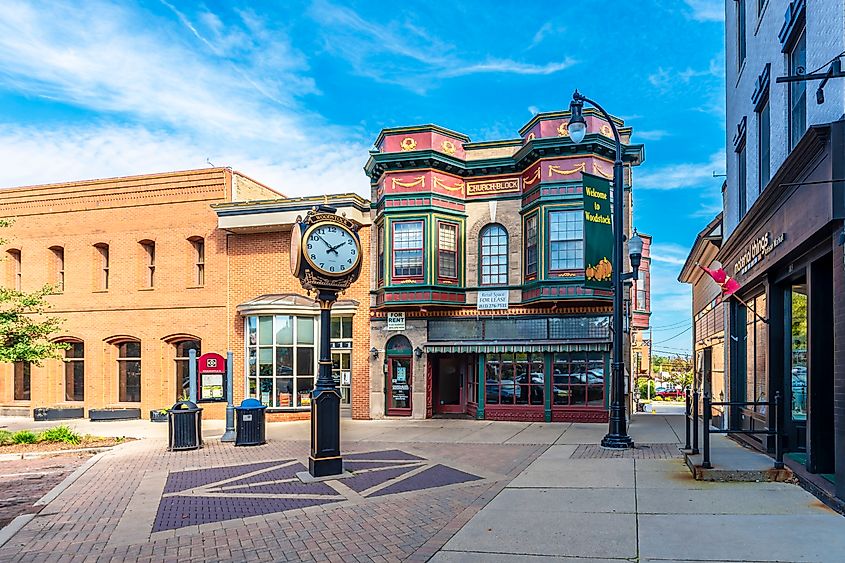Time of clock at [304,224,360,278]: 1:52
